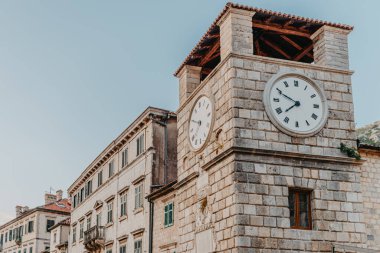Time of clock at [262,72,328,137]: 7:49
